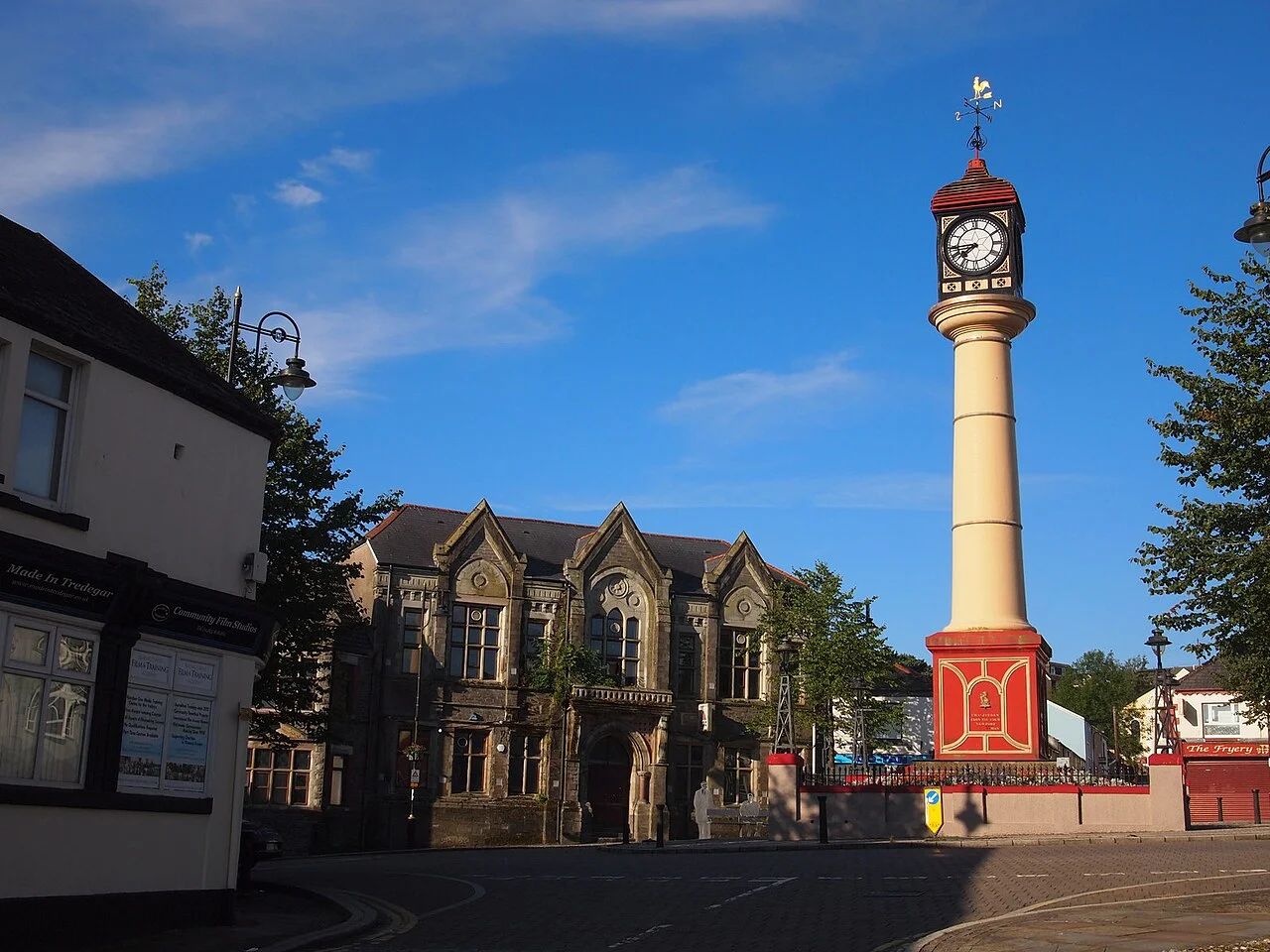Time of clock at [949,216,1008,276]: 7:43
